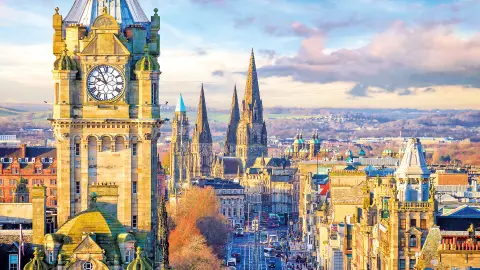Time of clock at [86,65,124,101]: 9:55
